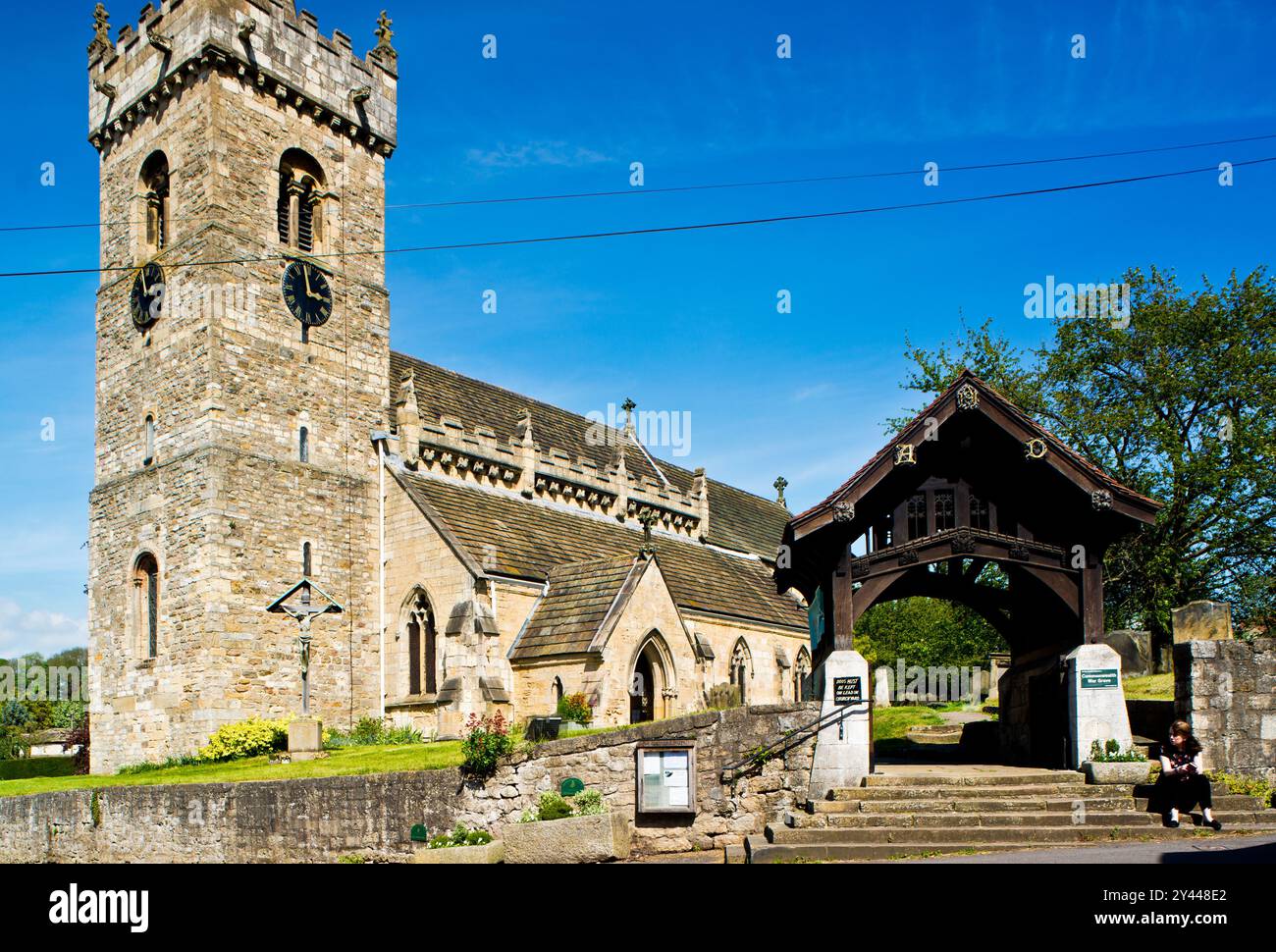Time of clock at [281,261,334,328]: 2:58
